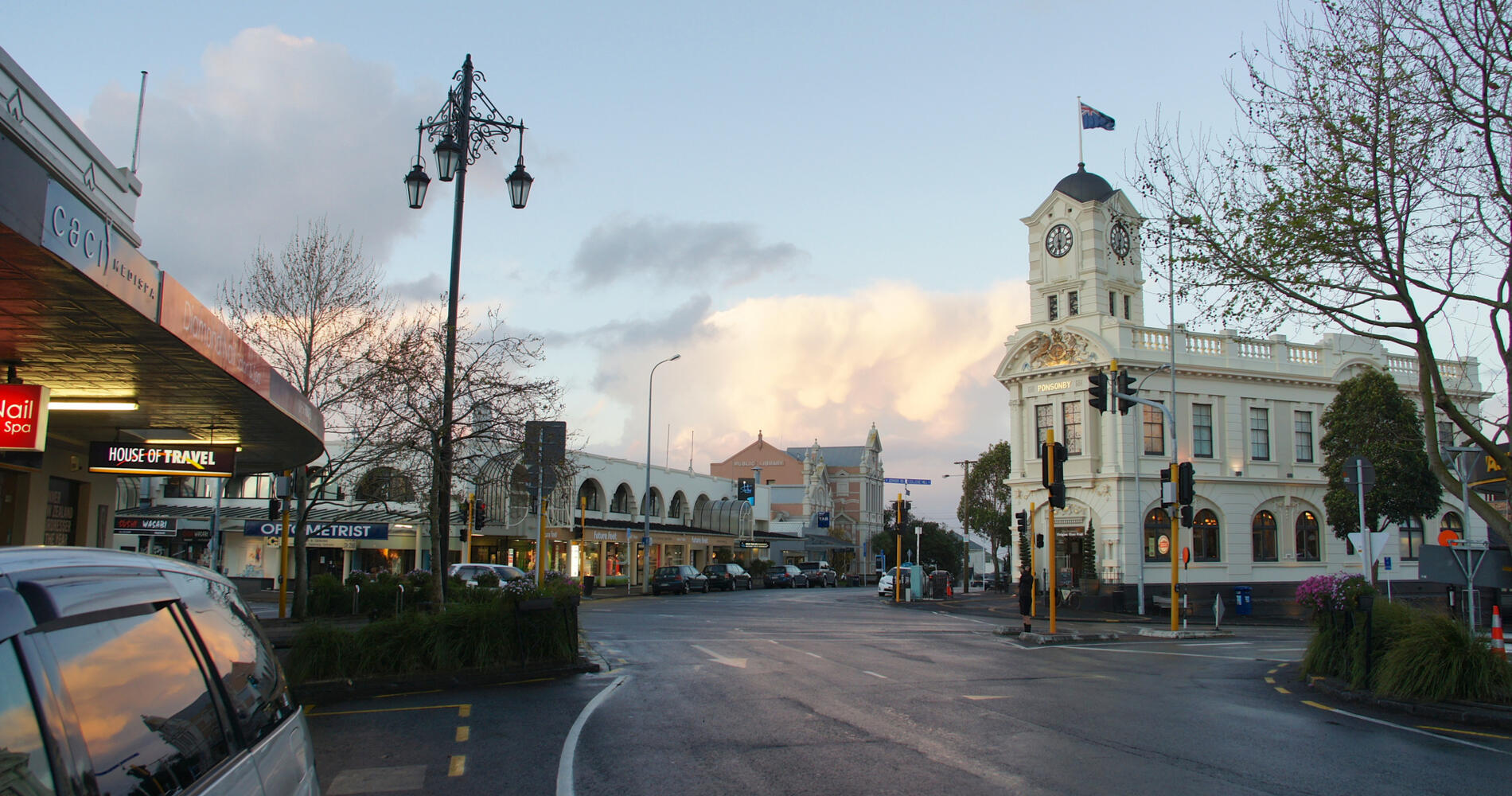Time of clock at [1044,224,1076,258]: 5:59
